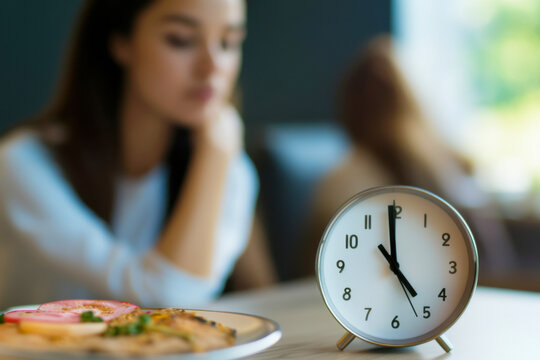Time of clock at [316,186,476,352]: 4:59
